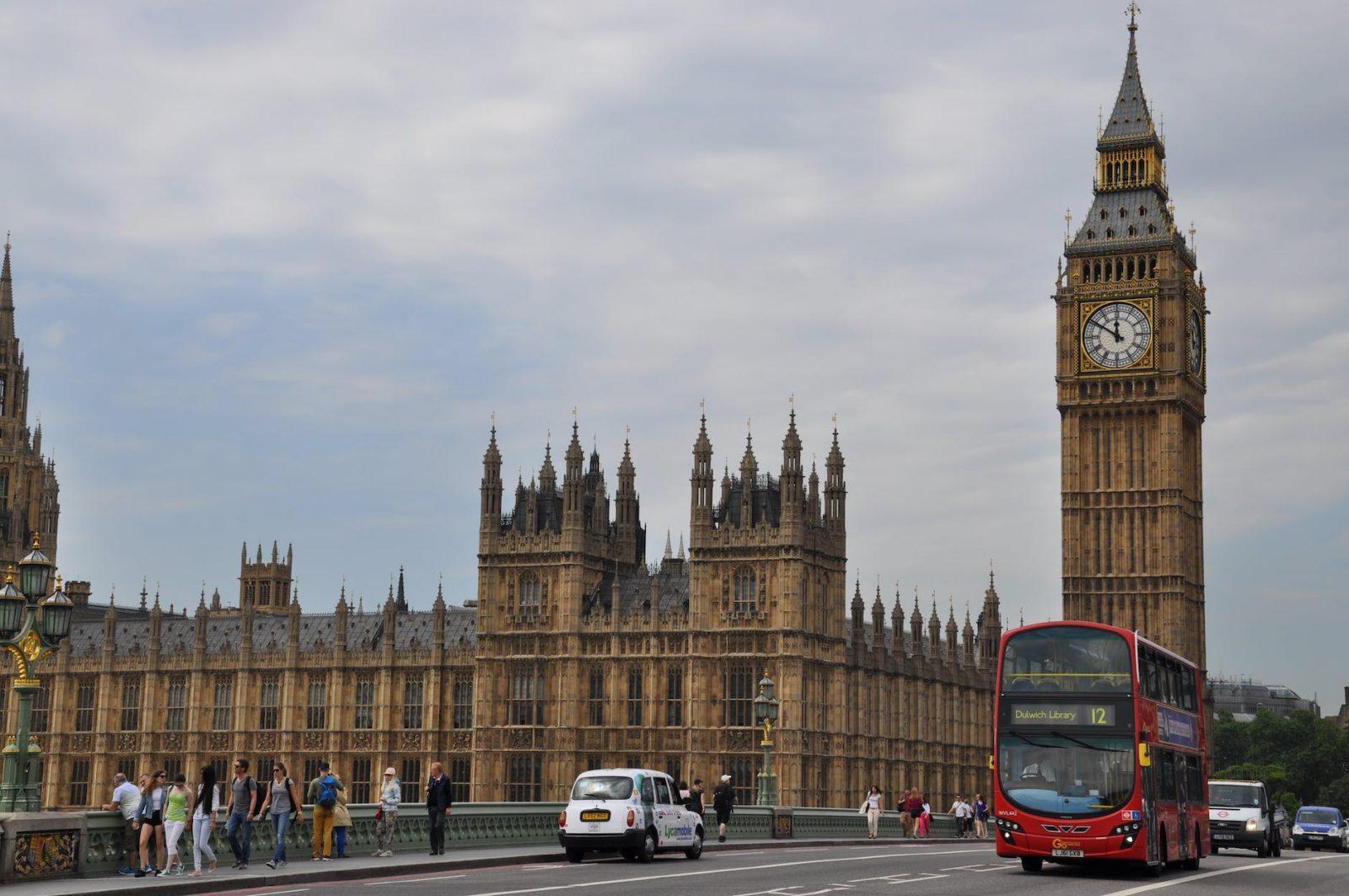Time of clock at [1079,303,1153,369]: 11:50
